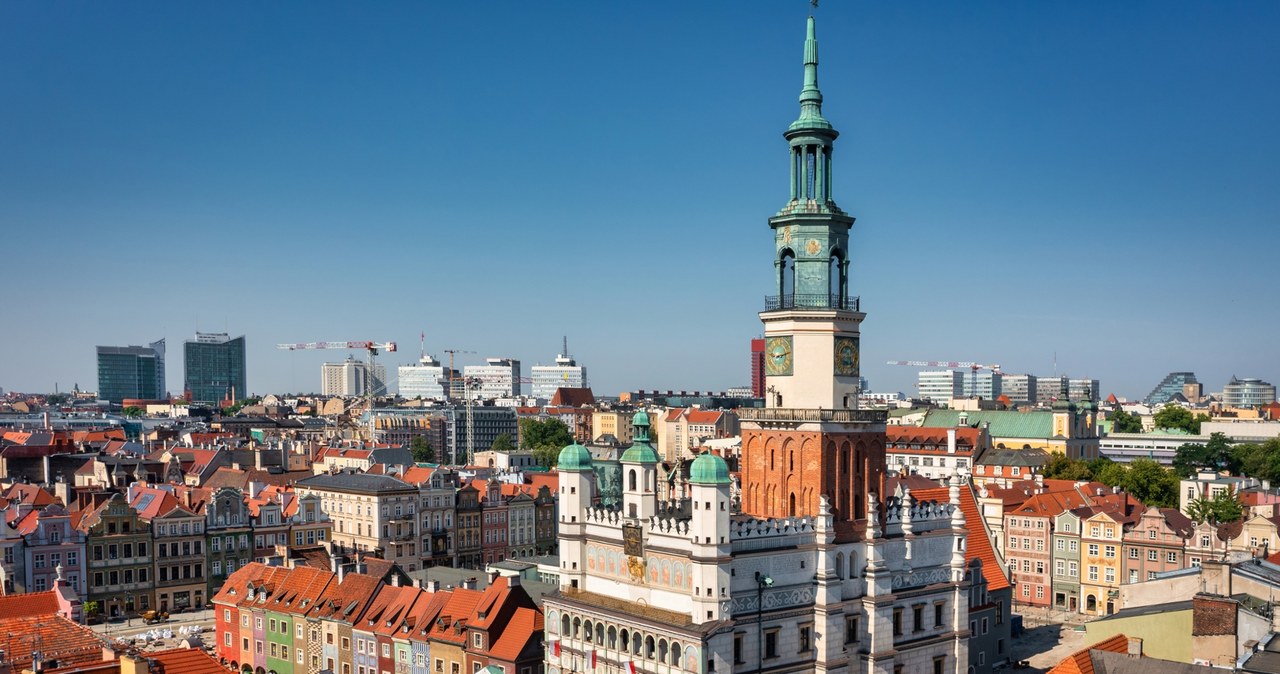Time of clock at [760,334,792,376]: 9:12
